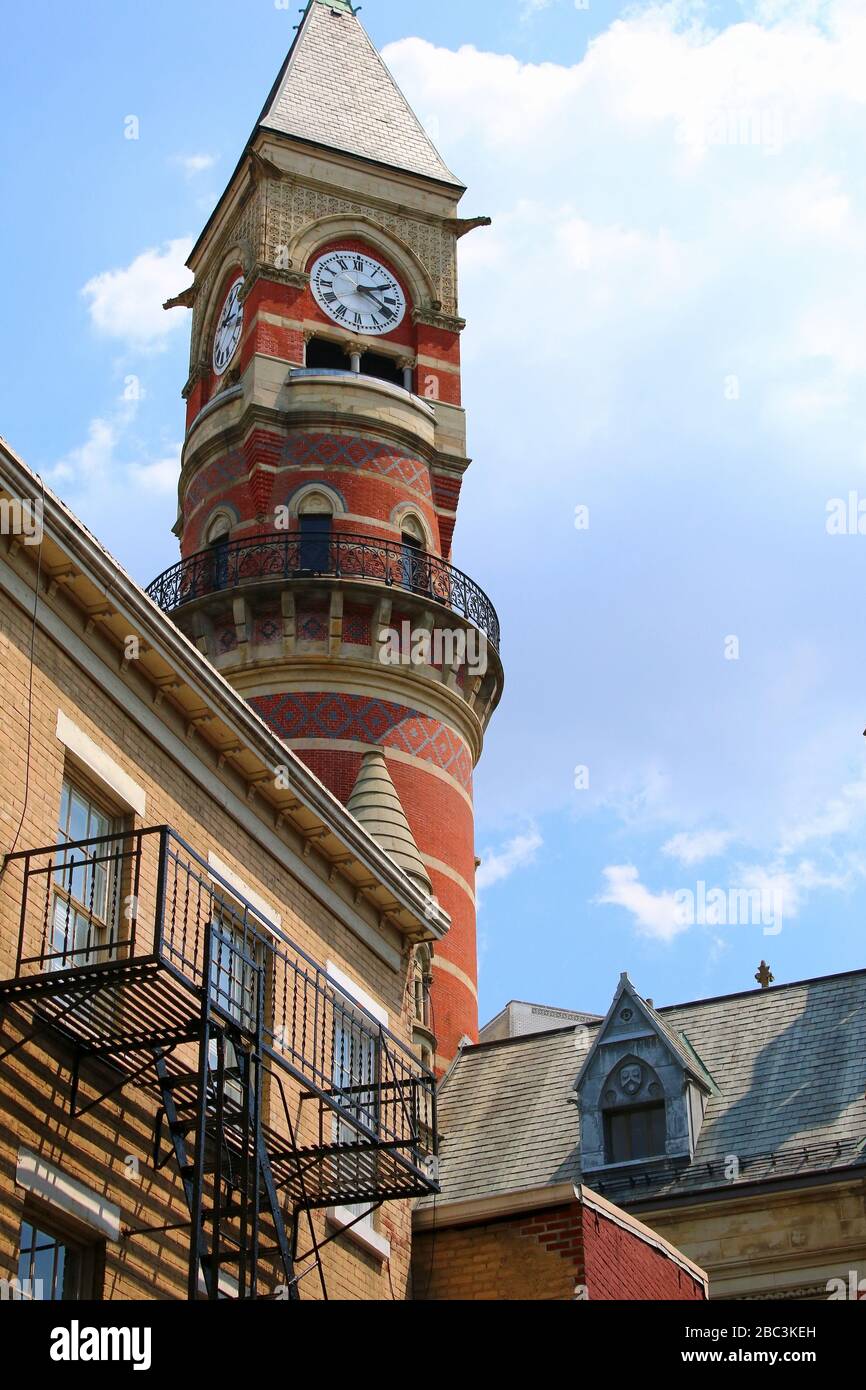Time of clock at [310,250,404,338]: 2:18
